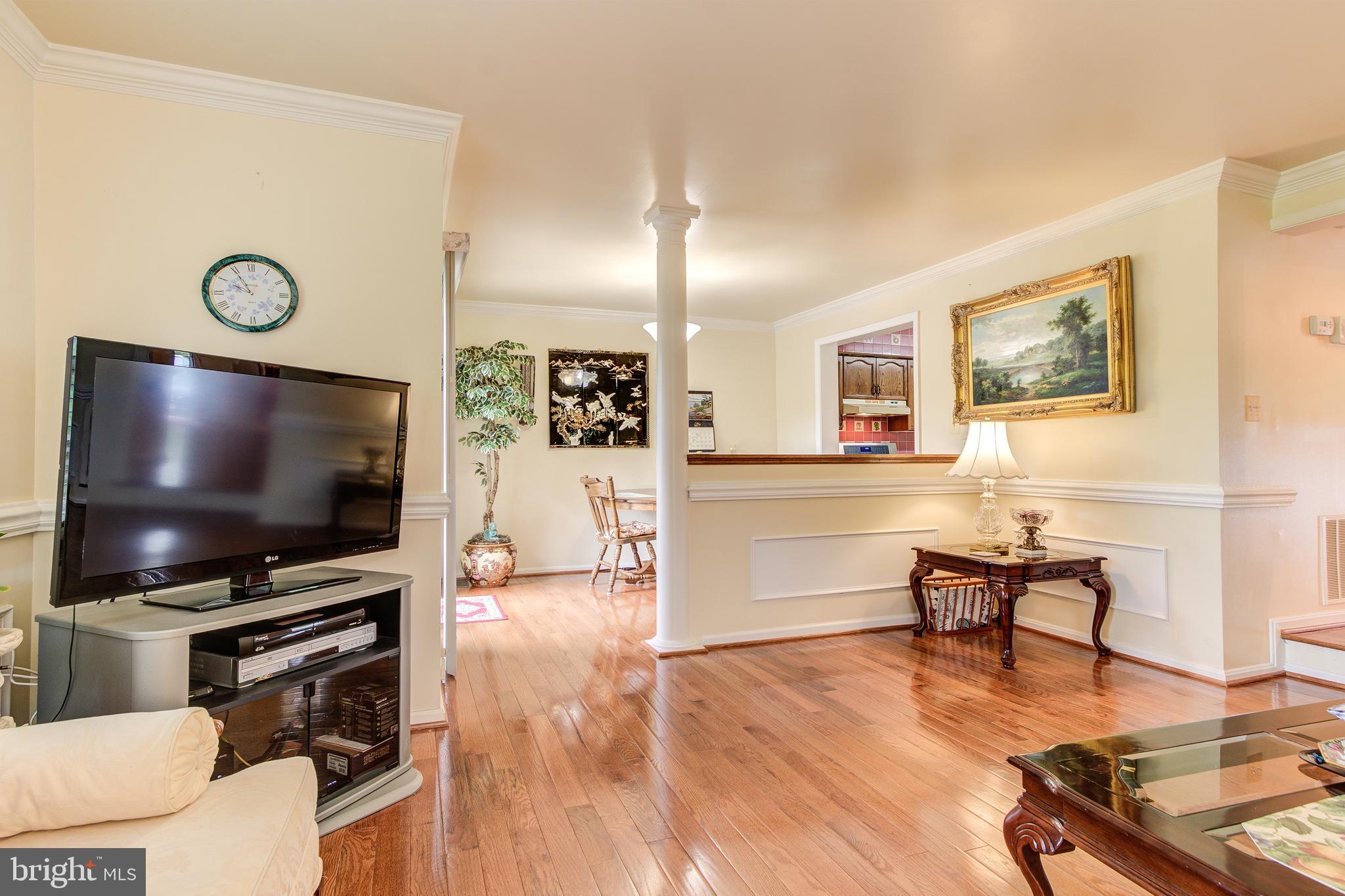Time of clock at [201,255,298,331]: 9:54
